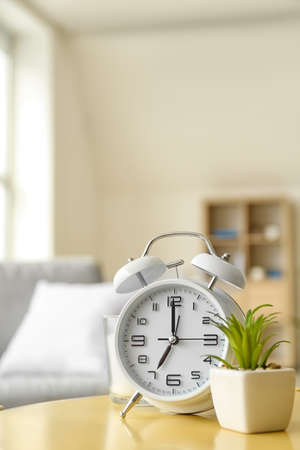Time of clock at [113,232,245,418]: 6:59
